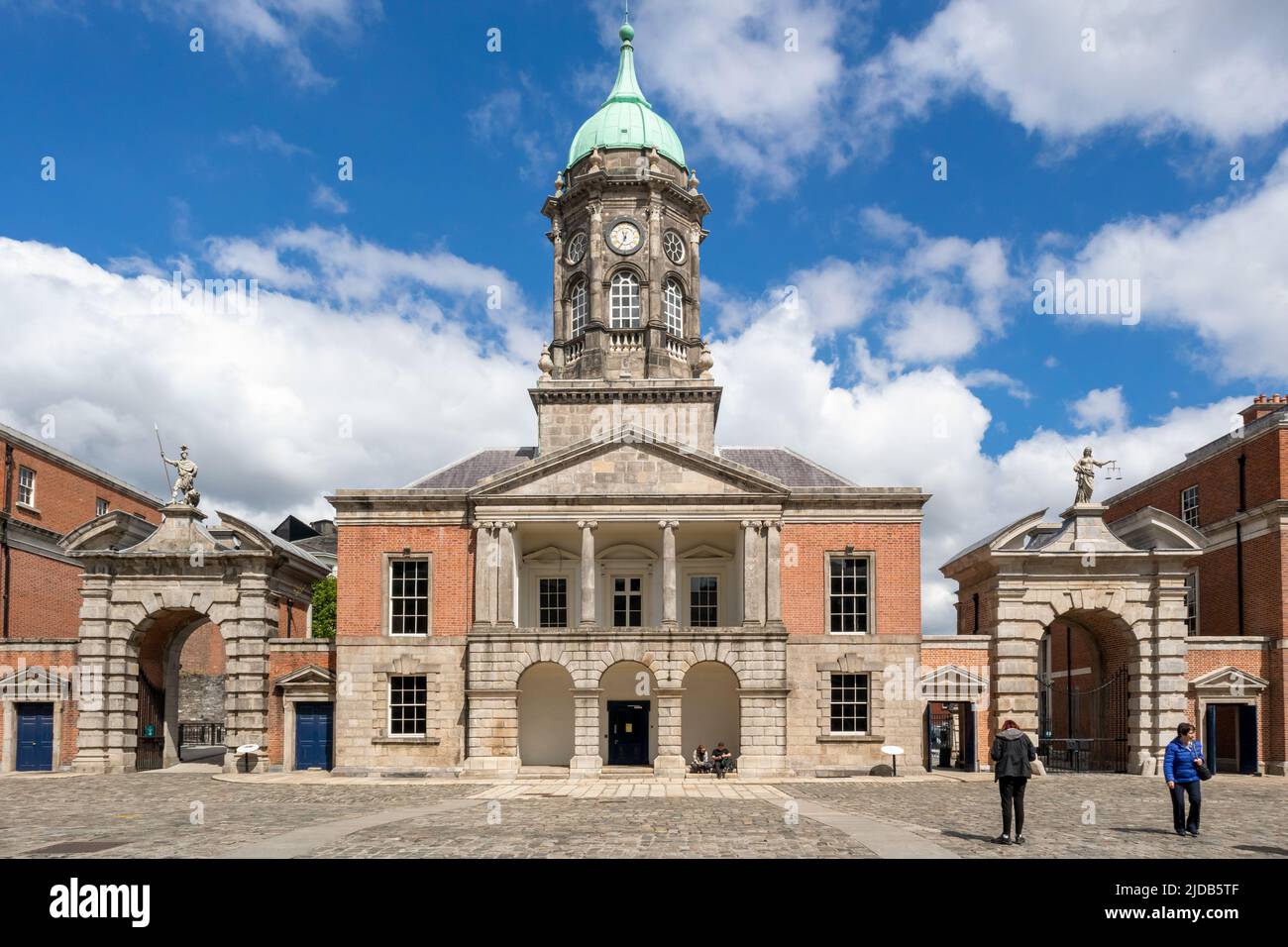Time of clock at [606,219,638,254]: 11:33
